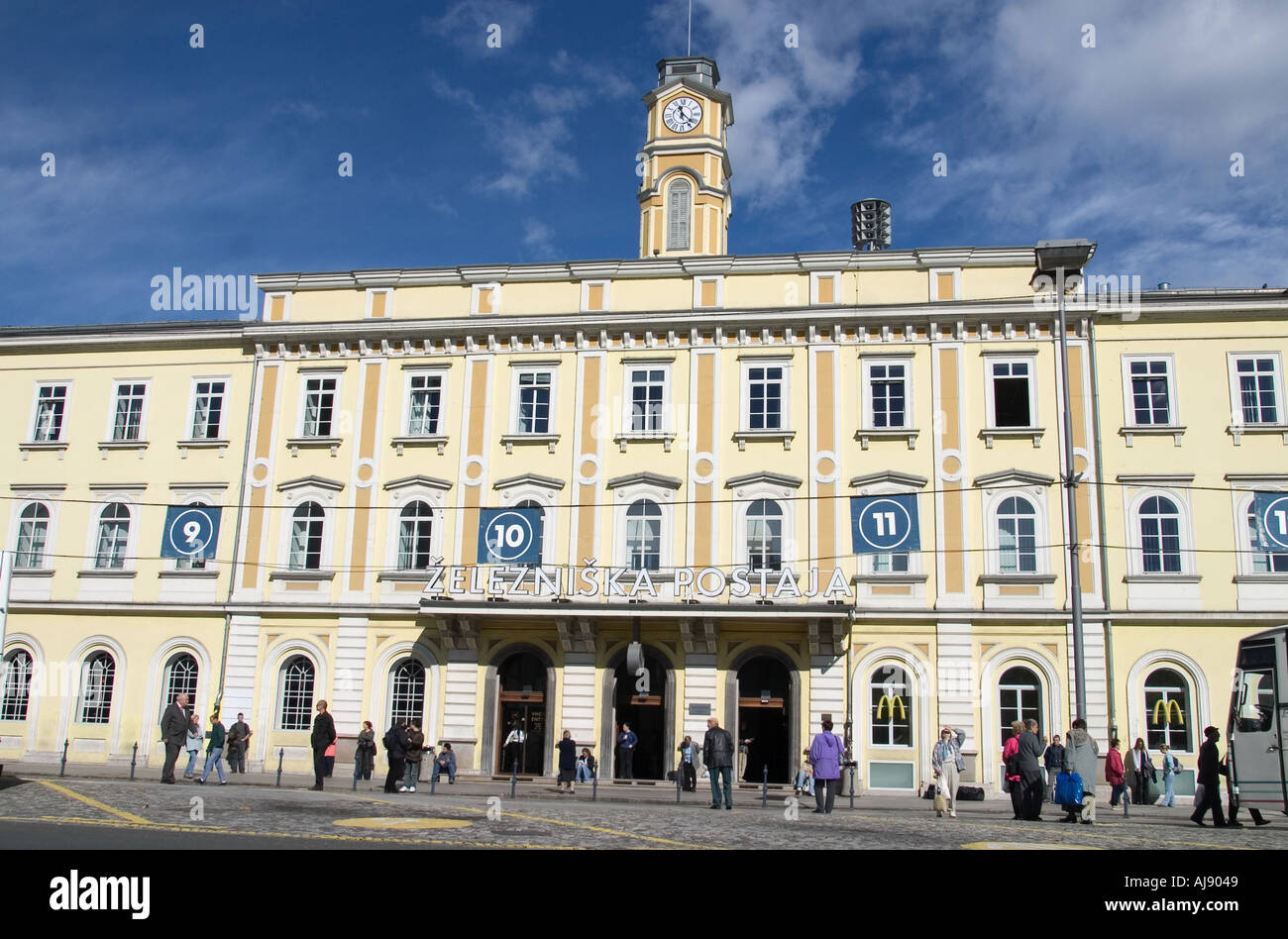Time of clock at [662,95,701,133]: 11:21
